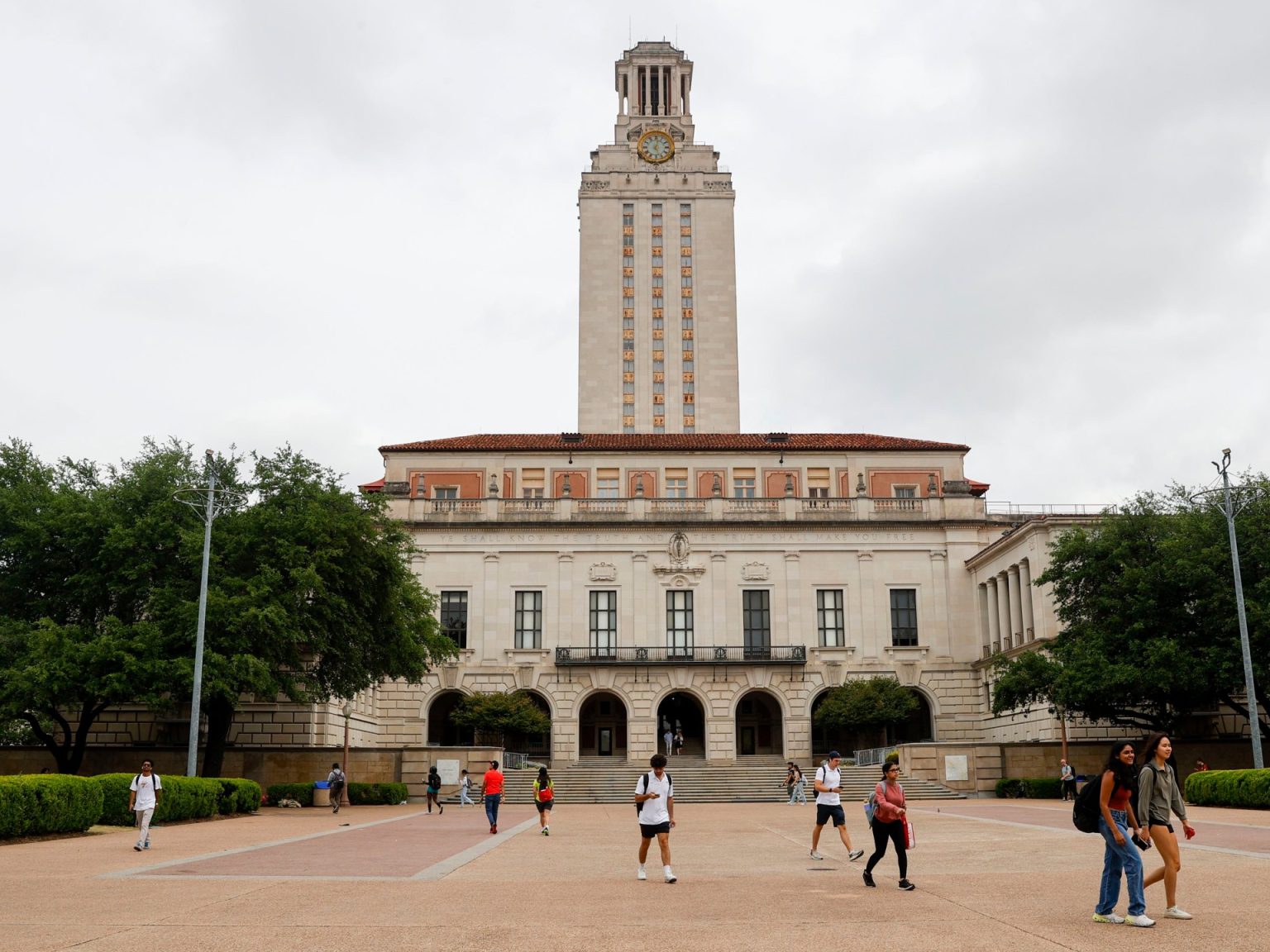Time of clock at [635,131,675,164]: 12:26
